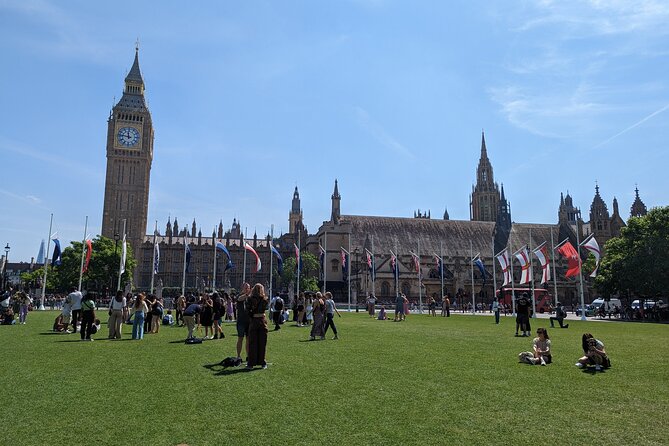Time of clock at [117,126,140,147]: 11:46
